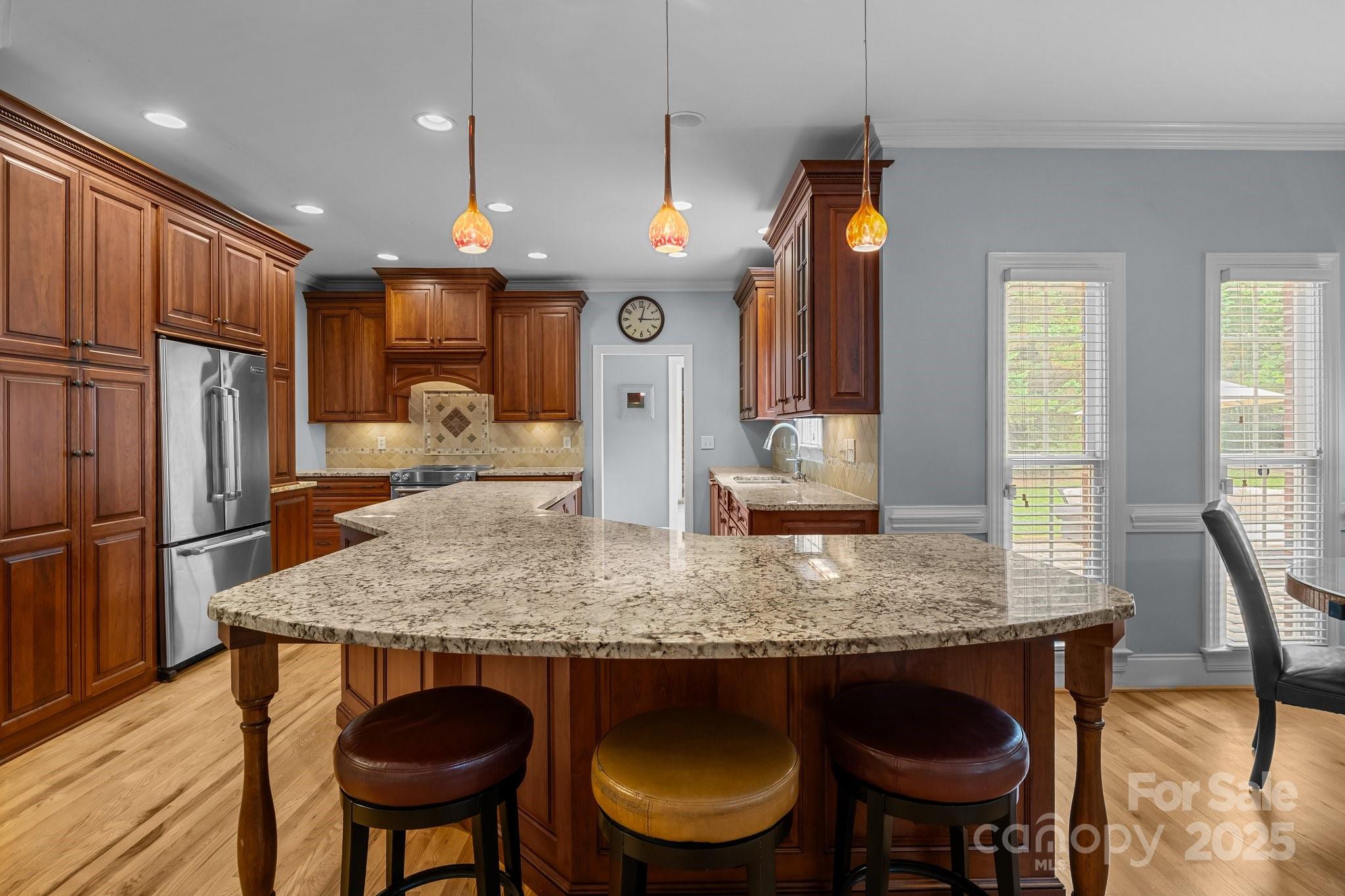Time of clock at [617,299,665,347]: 3:02
